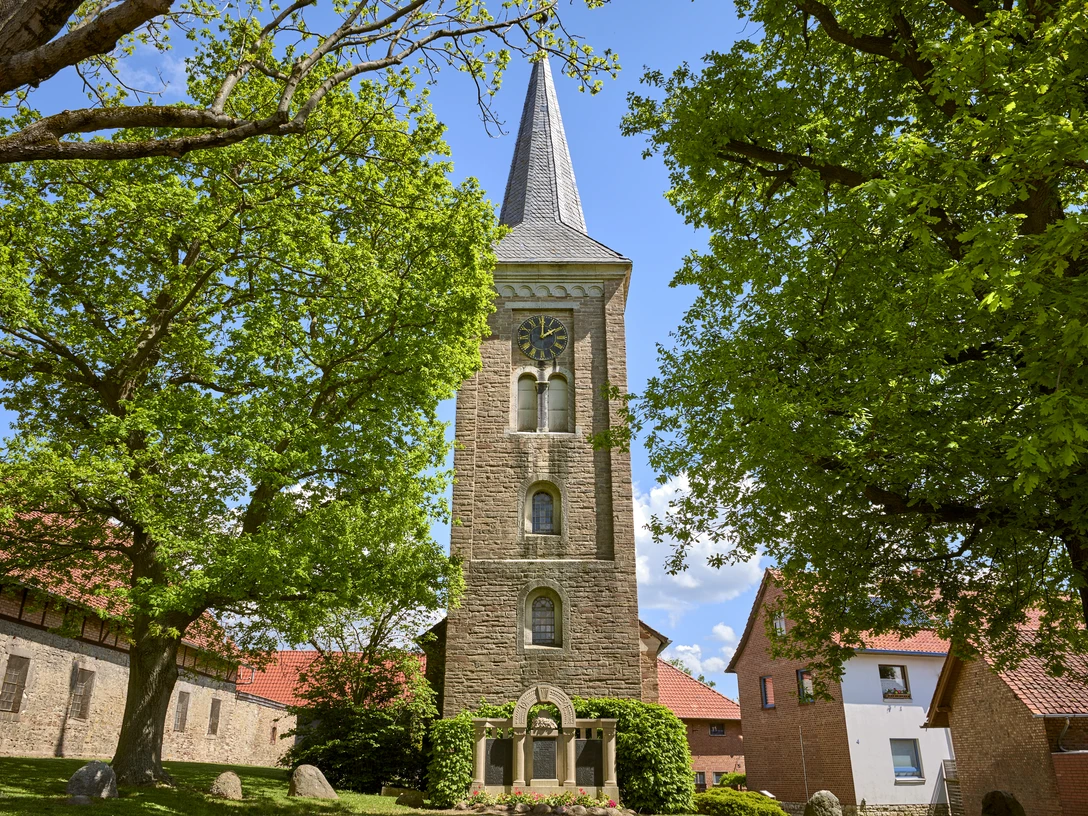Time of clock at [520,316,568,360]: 2:00
